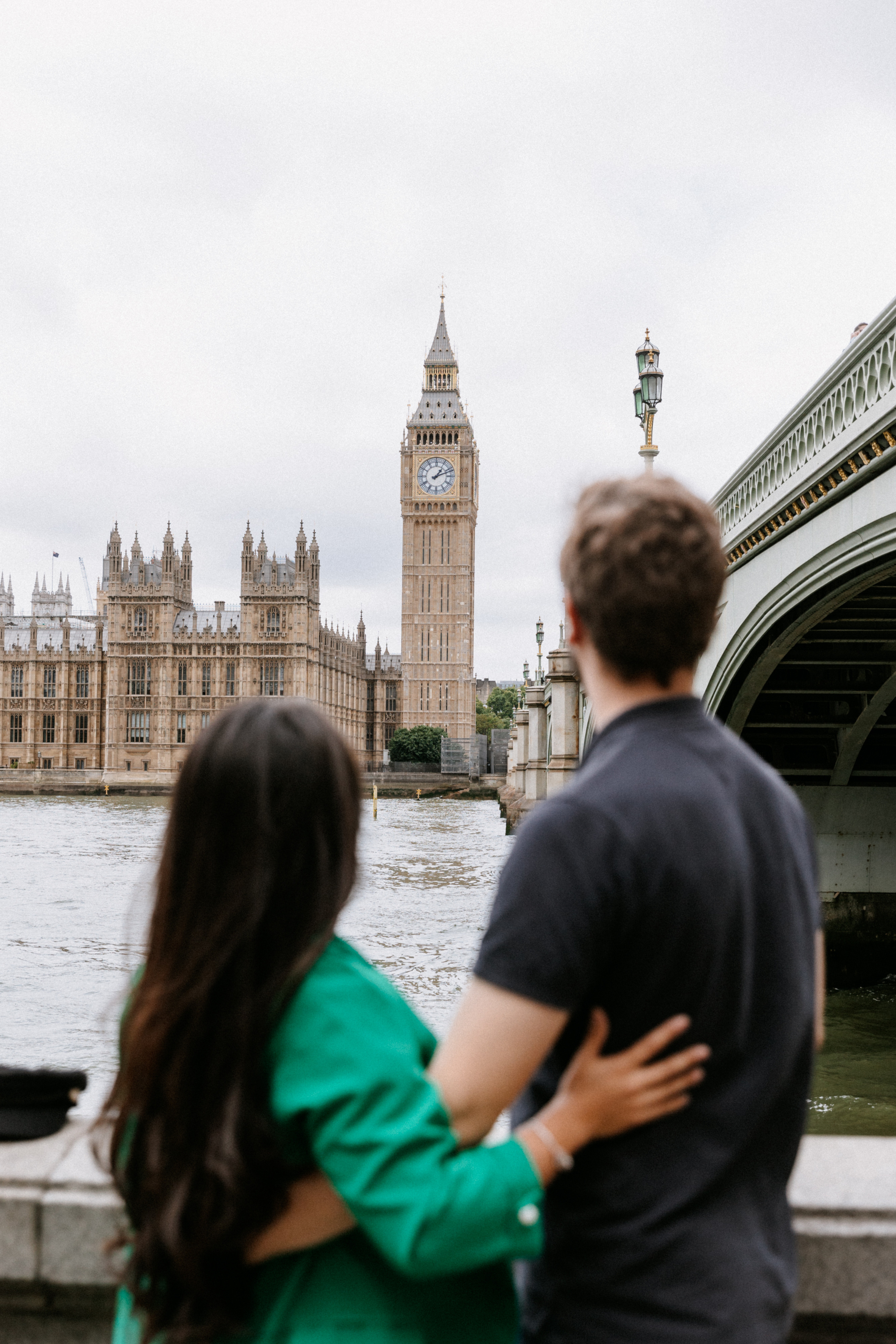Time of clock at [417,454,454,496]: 1:11
